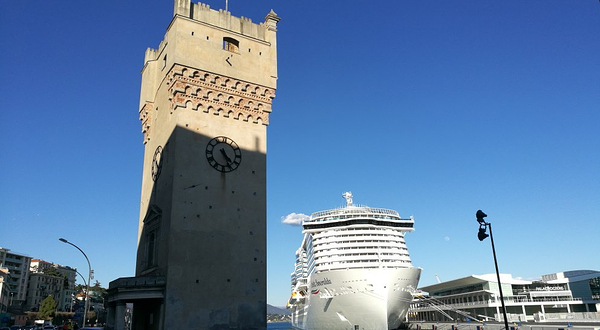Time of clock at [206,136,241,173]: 4:26
